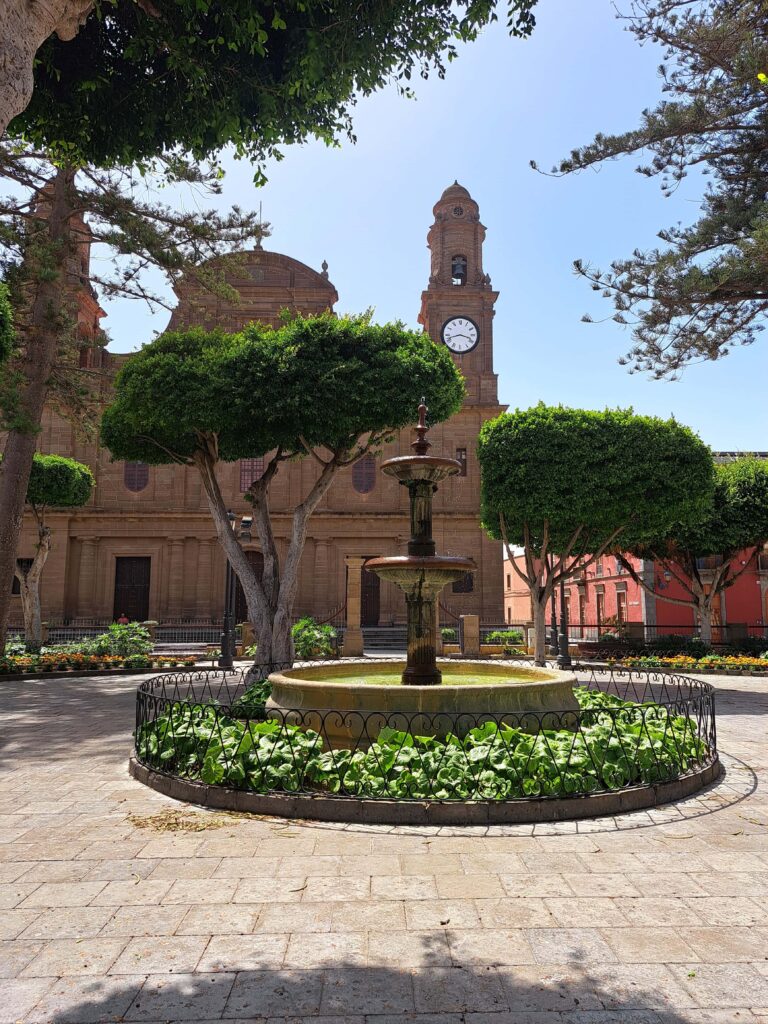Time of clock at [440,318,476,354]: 3:42
